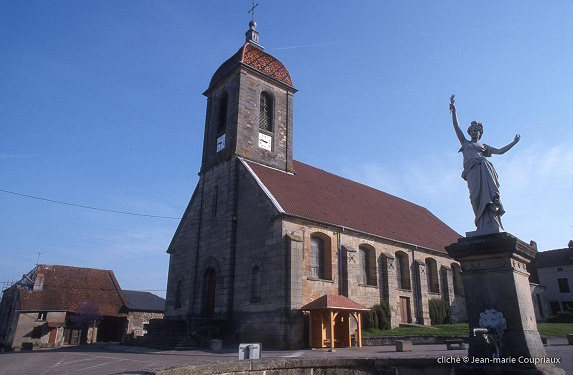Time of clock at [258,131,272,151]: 2:46
